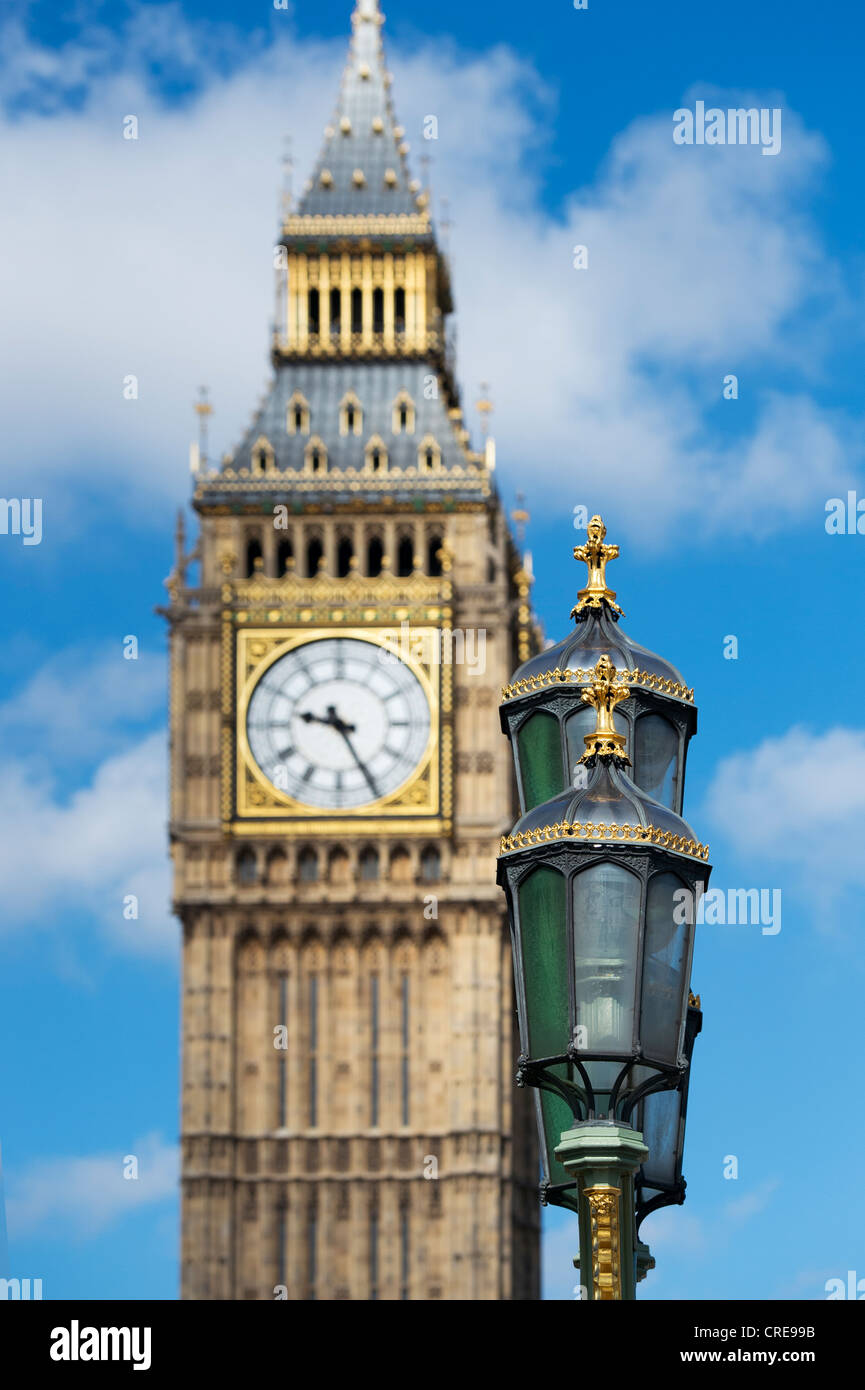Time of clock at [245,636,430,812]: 9:25
